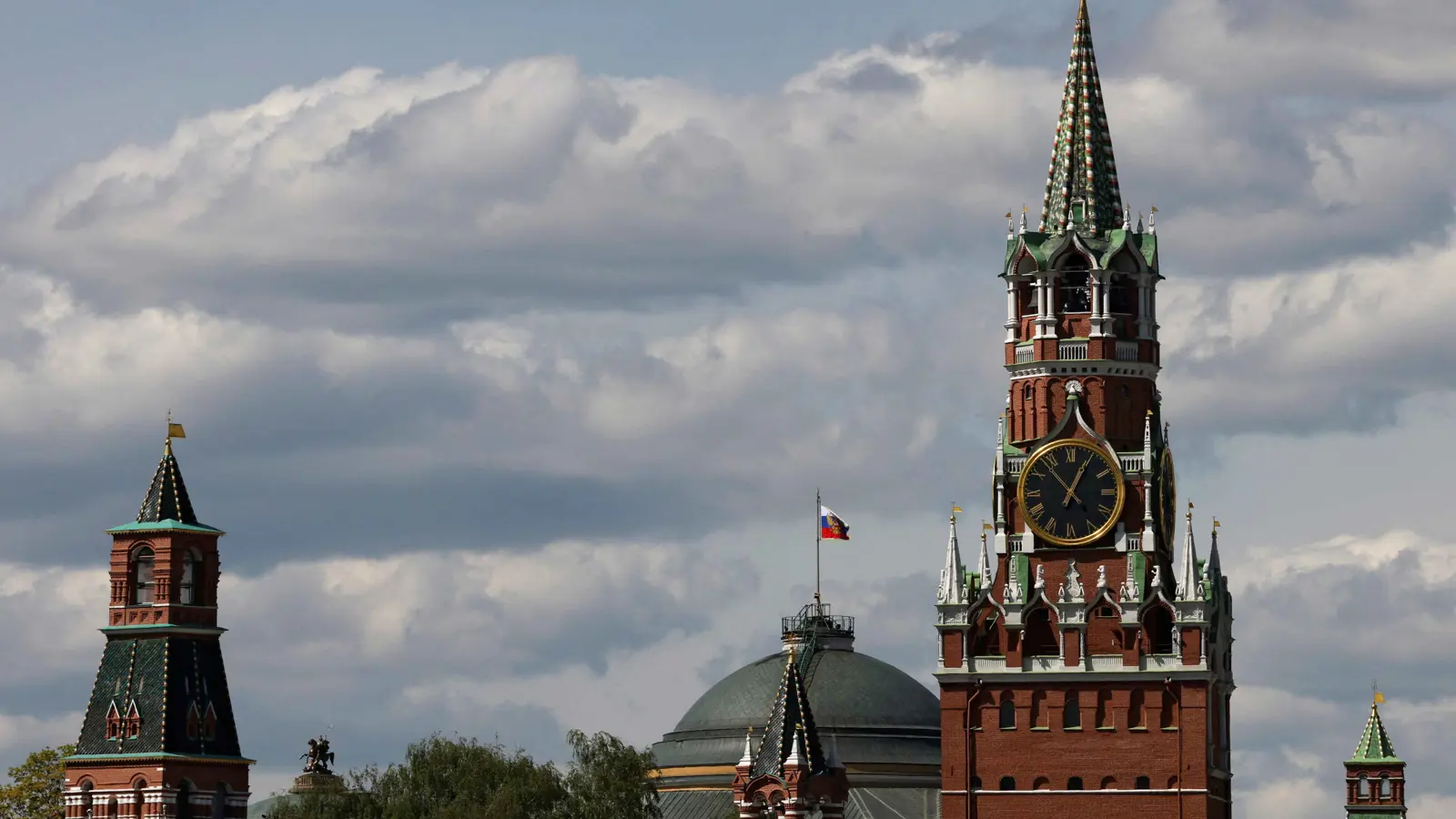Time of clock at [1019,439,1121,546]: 12:53
